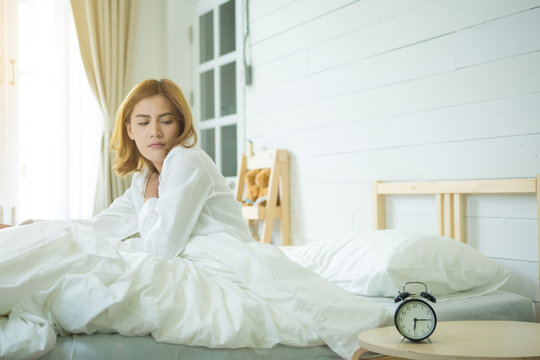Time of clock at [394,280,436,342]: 6:15
